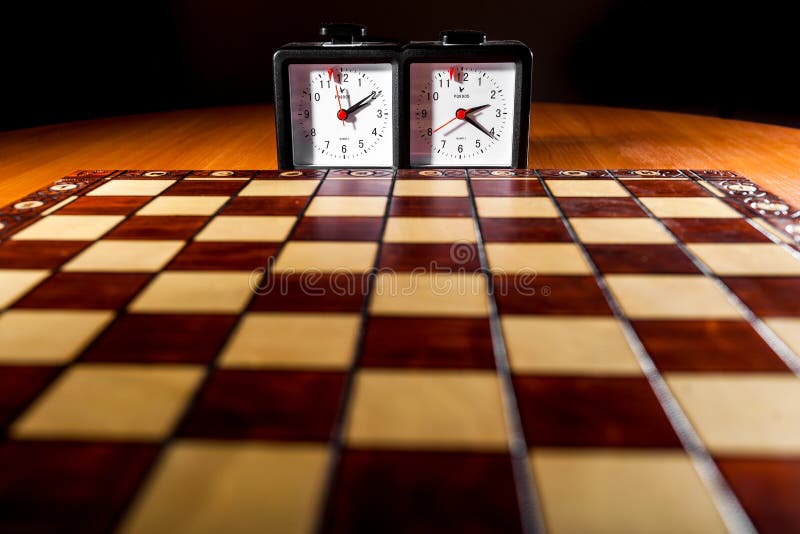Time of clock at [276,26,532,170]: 2:21
